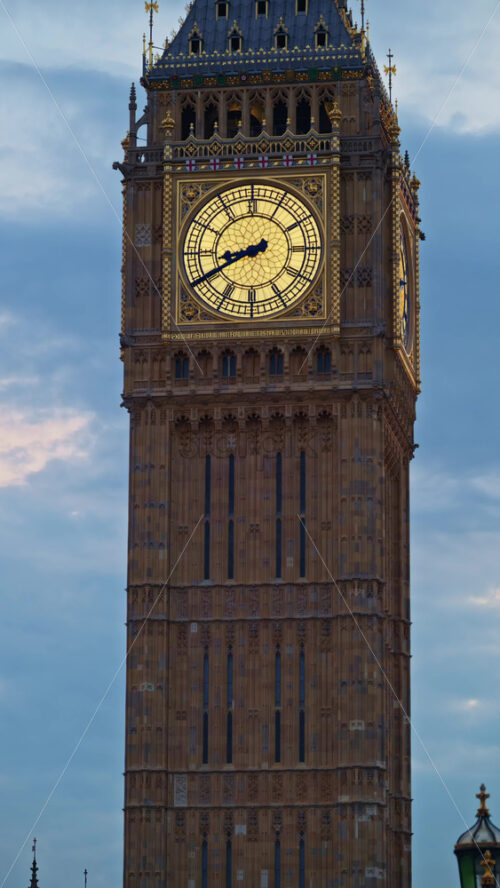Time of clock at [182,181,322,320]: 8:40
